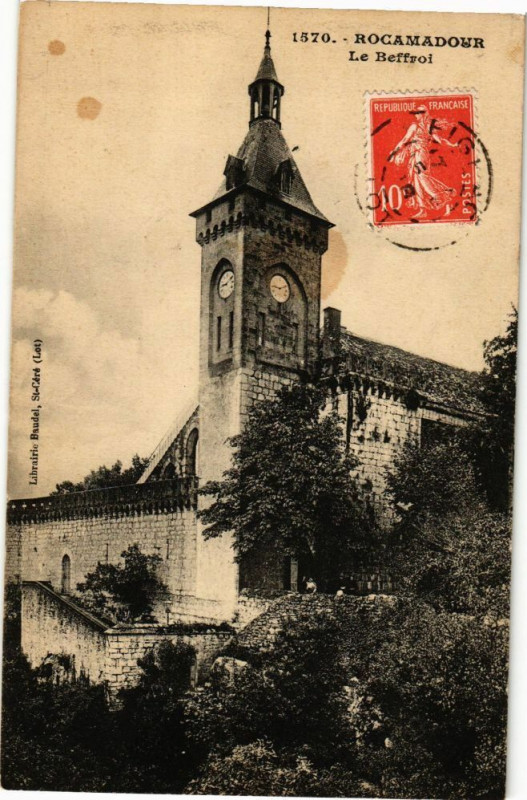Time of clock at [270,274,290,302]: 9:11
